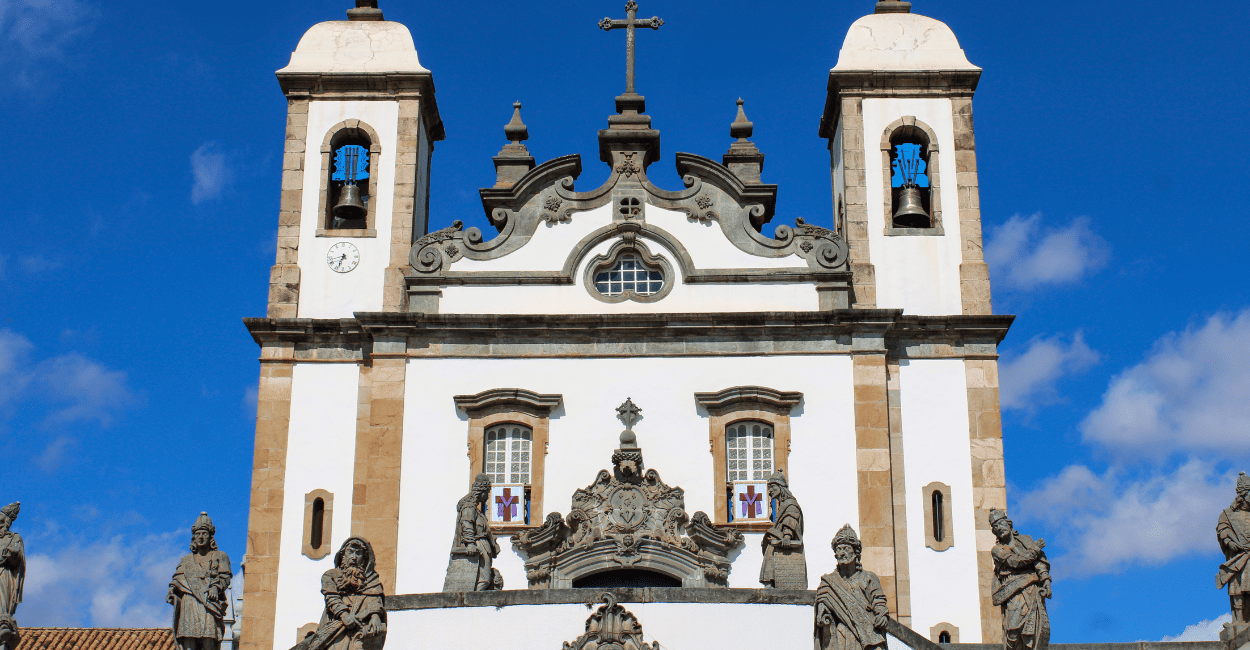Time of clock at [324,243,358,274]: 6:42
